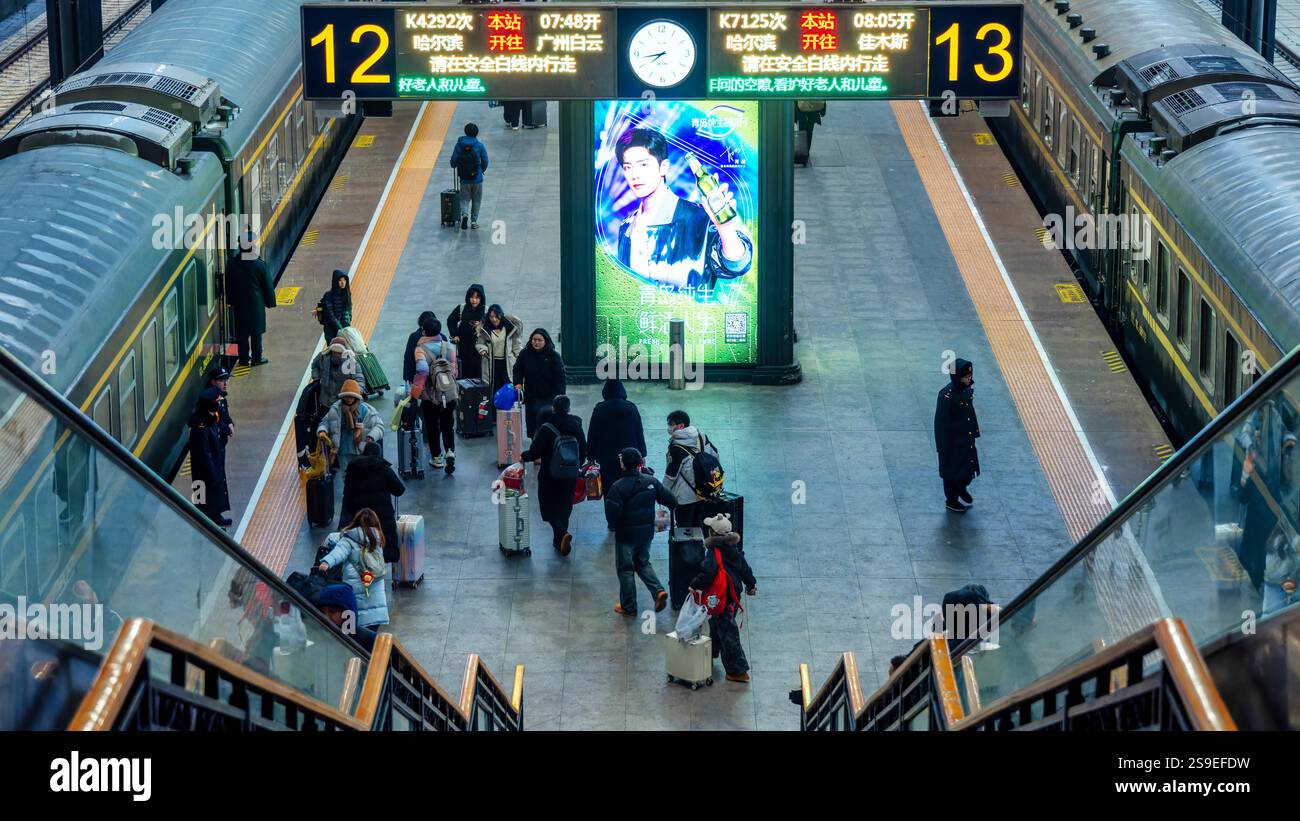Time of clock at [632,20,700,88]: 7:43
